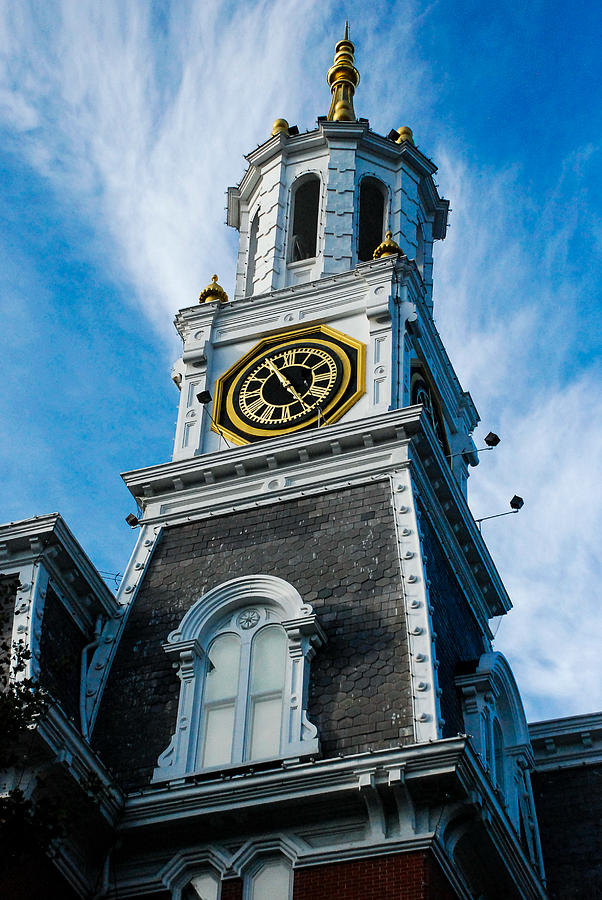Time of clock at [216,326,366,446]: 4:54
